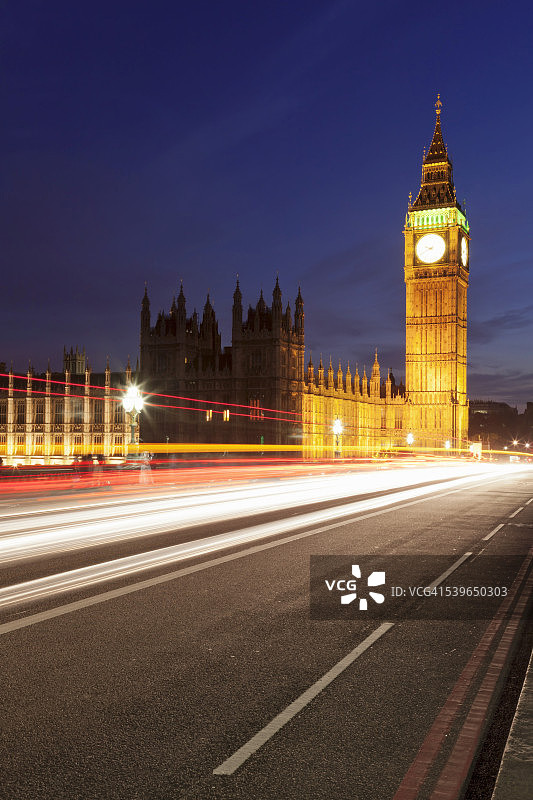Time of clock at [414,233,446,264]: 9:40
